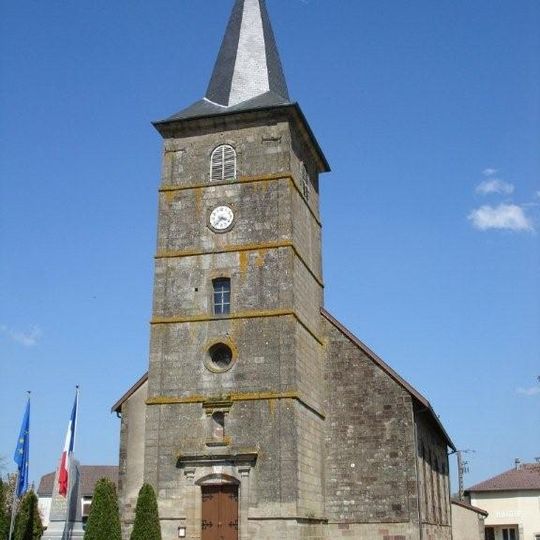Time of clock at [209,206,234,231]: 3:37
